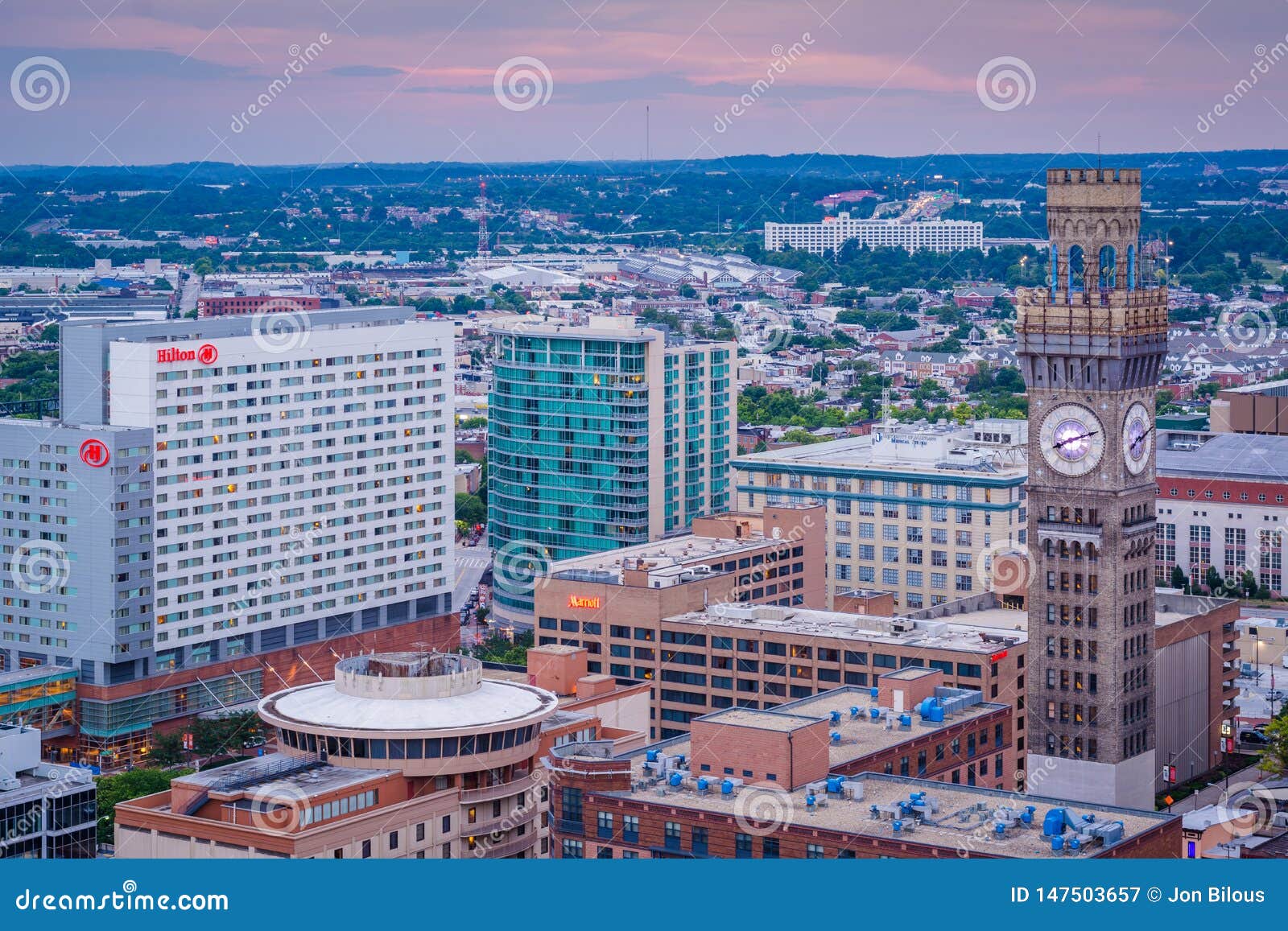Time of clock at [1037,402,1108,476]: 8:12
